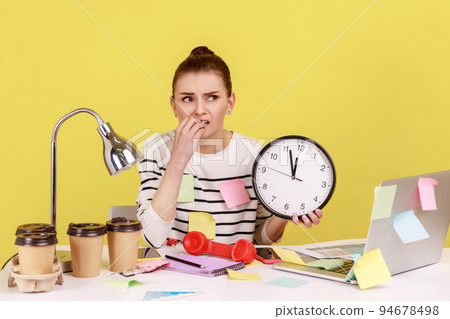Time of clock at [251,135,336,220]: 11:56
